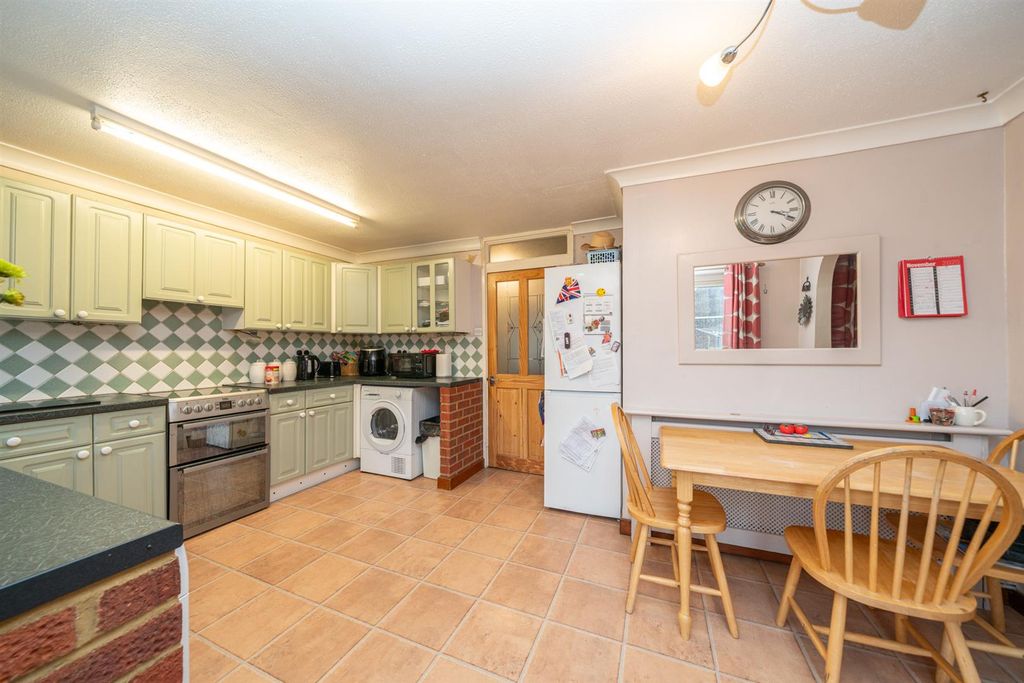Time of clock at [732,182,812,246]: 3:19
